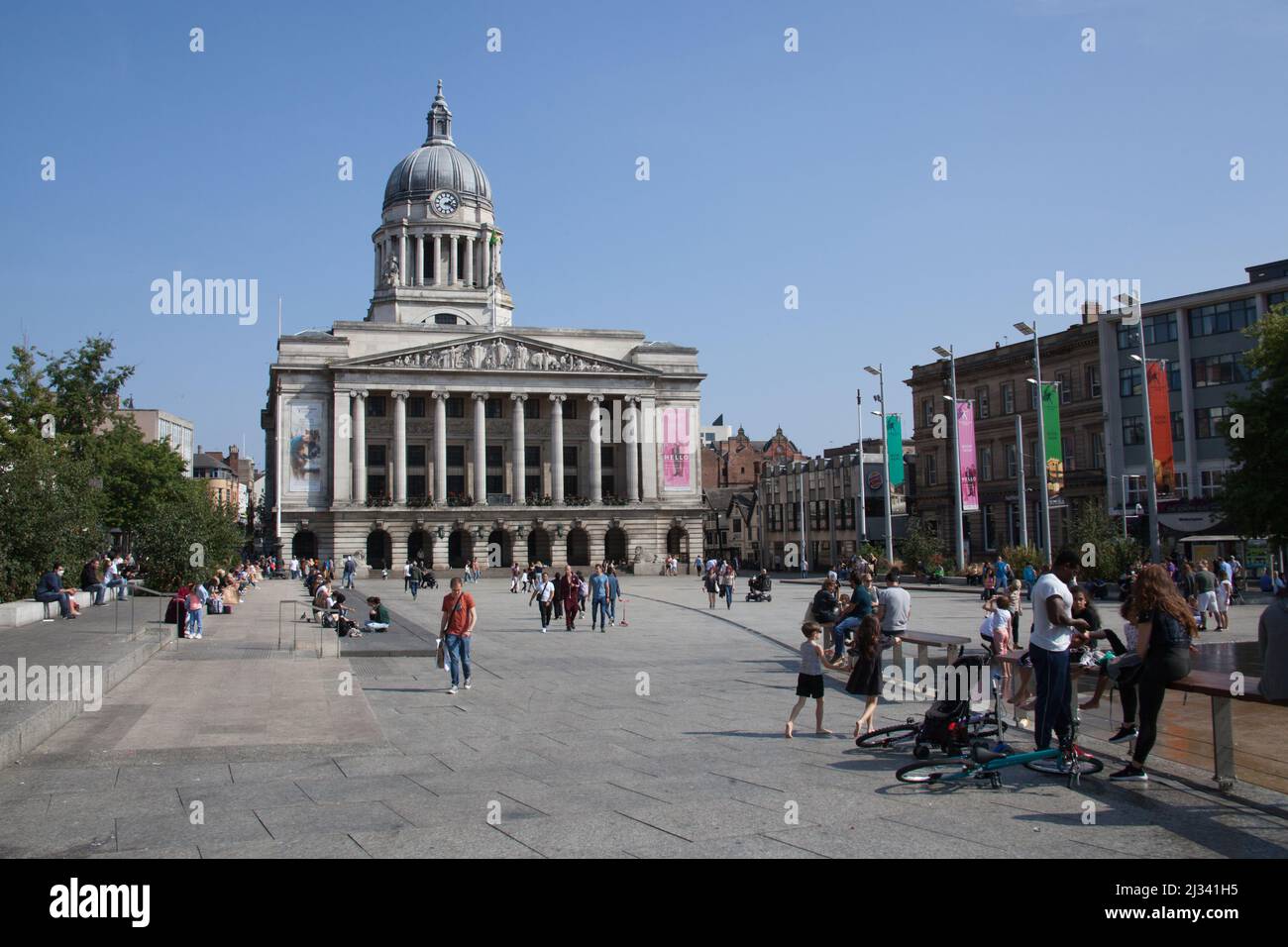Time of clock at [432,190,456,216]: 2:18
